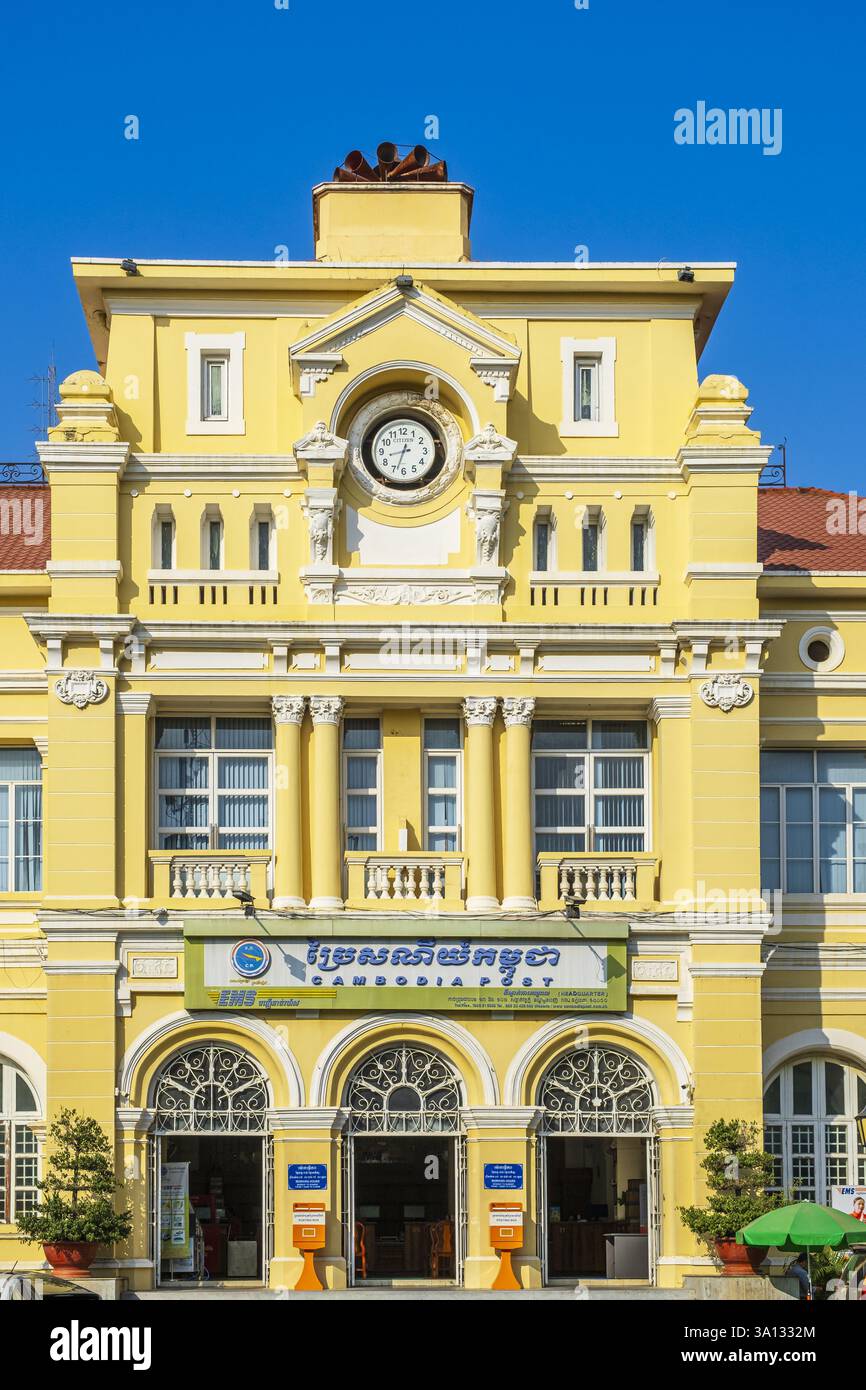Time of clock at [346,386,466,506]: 12:33
